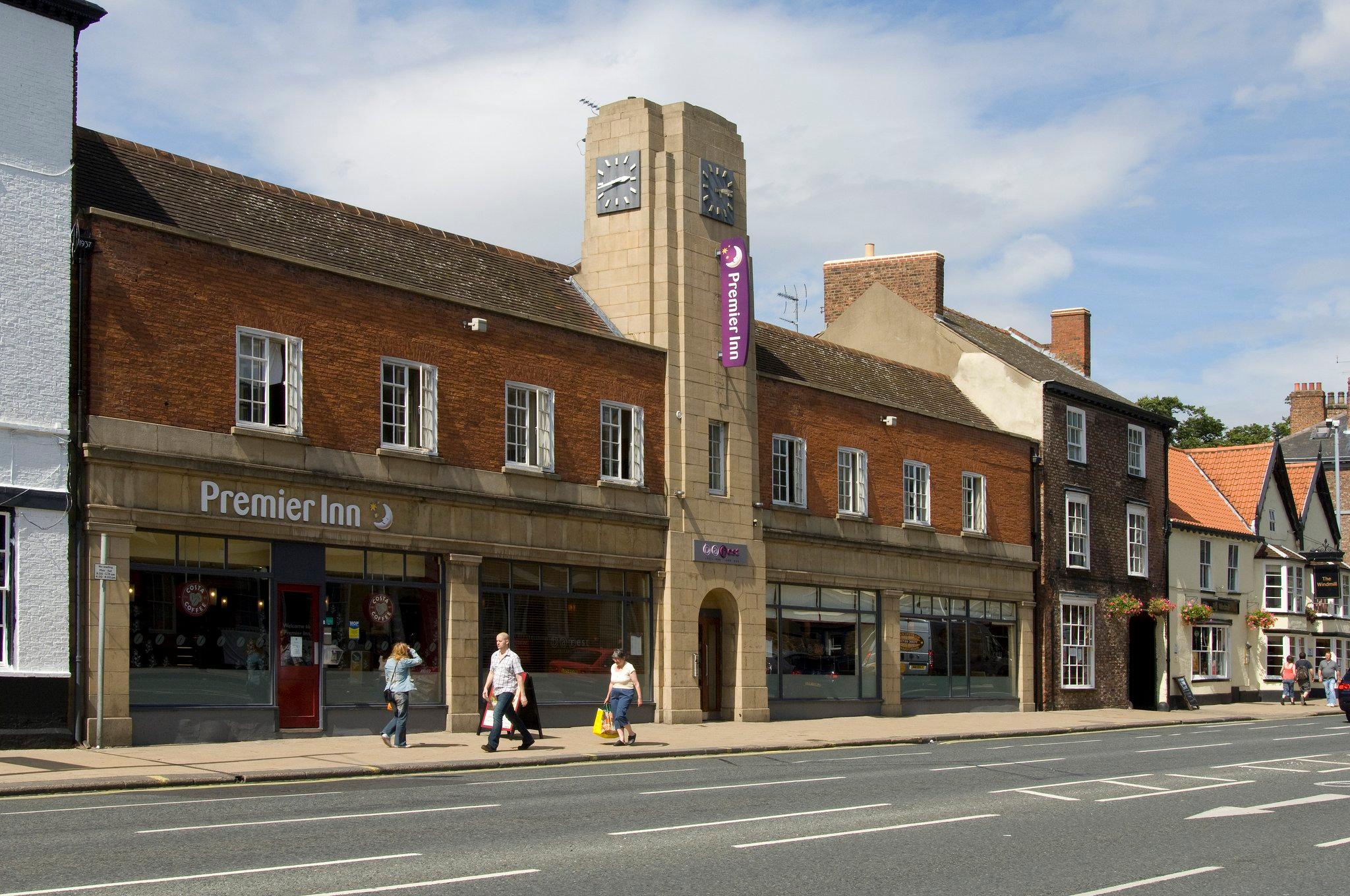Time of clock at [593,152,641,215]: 2:42
